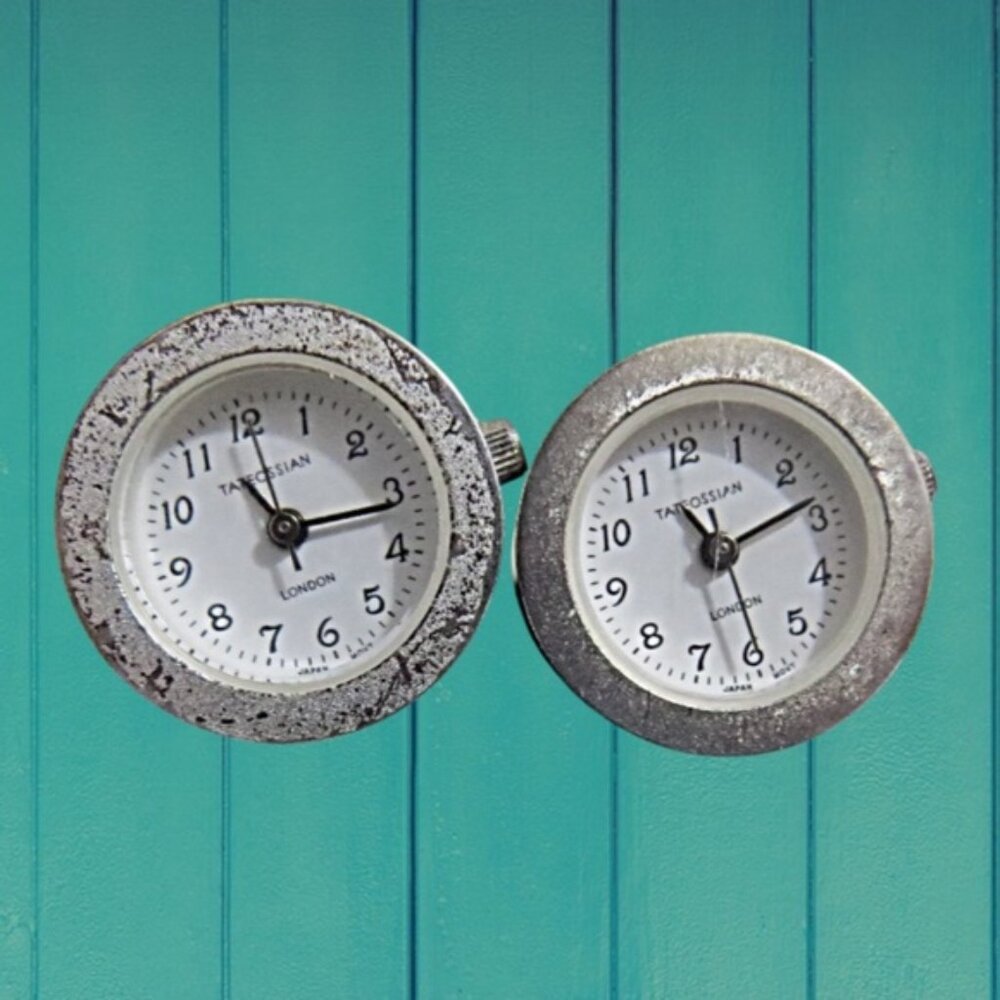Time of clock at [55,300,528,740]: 11:16
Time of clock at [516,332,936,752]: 11:13
